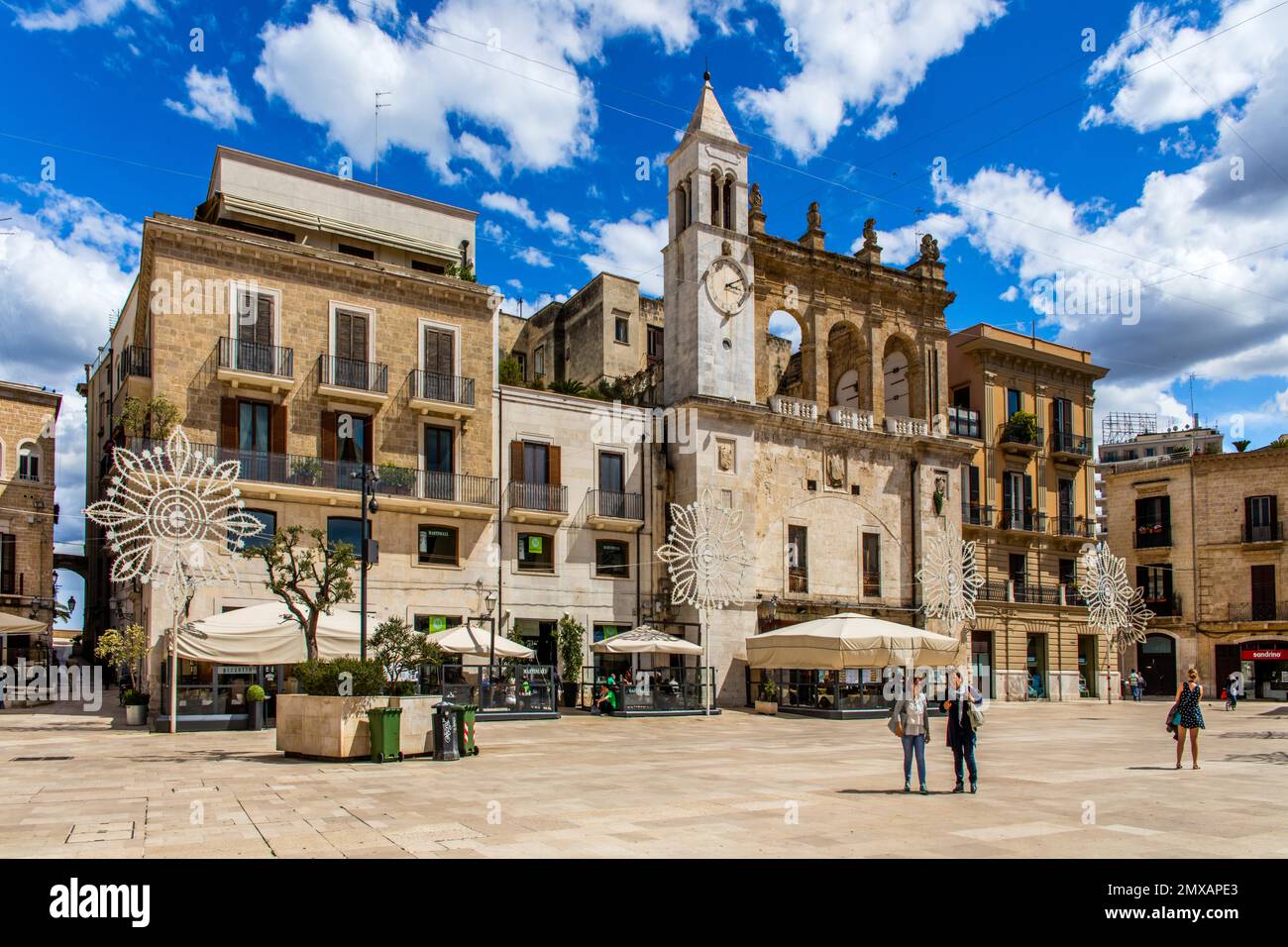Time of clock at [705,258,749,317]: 3:12
